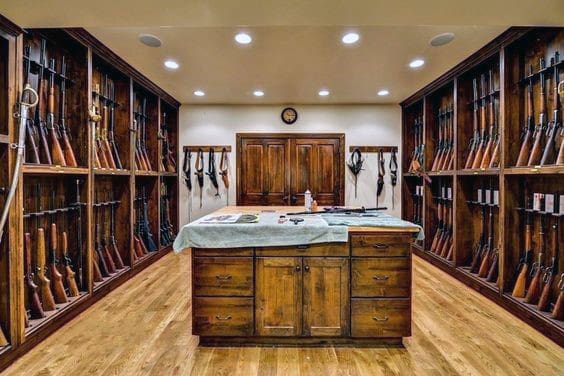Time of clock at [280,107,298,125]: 10:14
